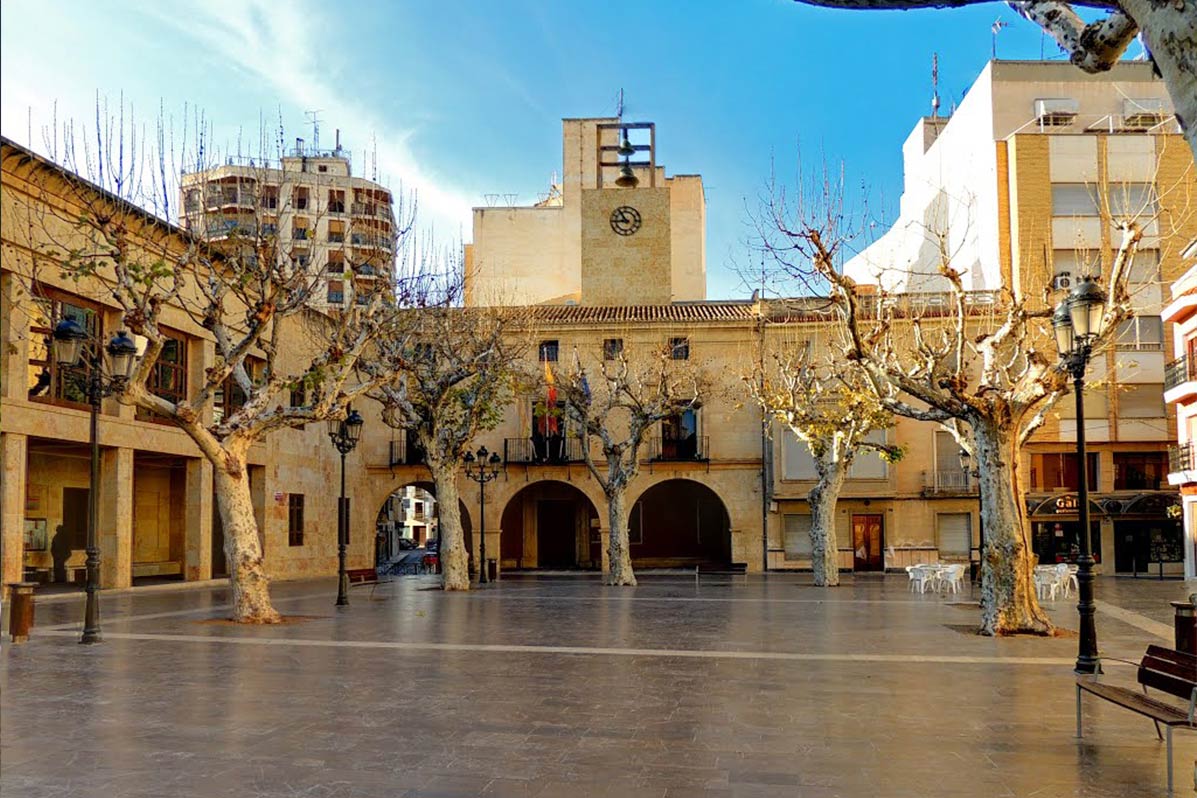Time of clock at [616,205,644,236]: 8:54
